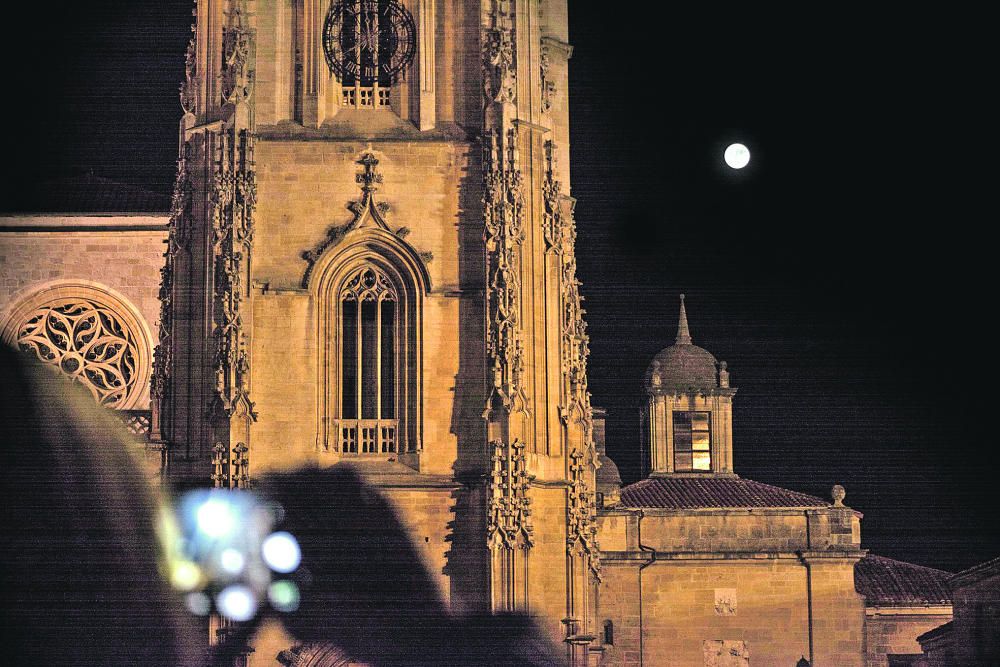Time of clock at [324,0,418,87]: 5:59
